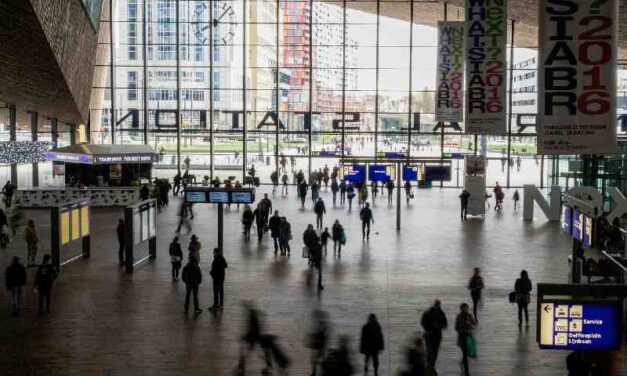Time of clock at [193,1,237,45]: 8:07
